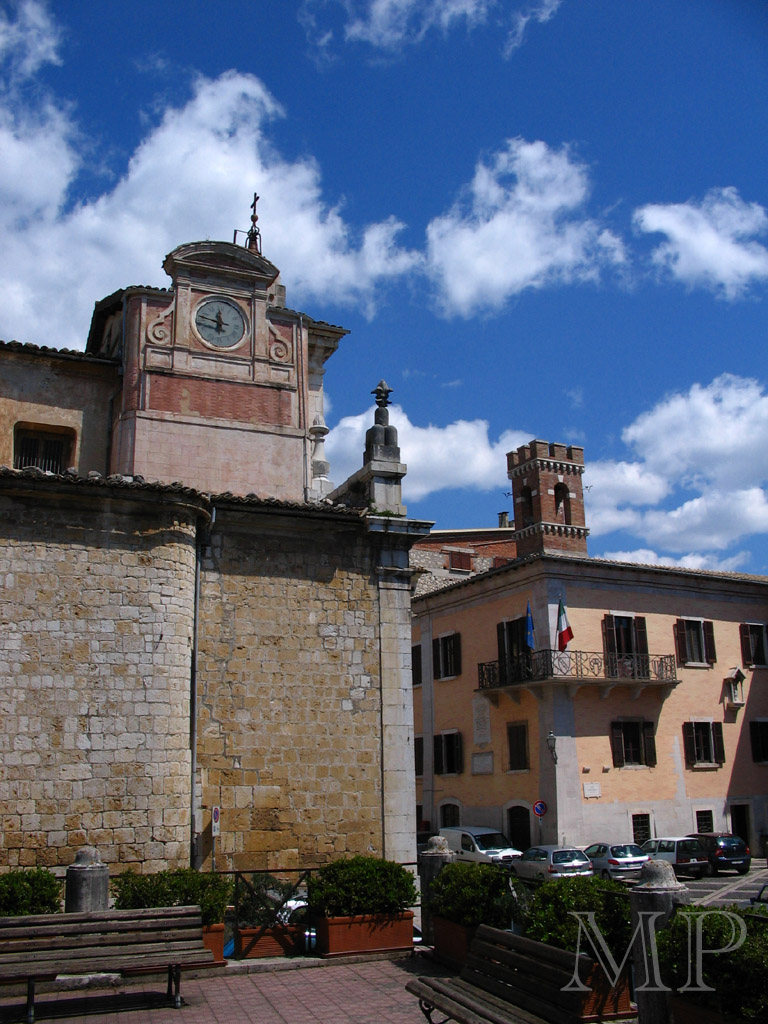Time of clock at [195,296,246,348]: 11:47
